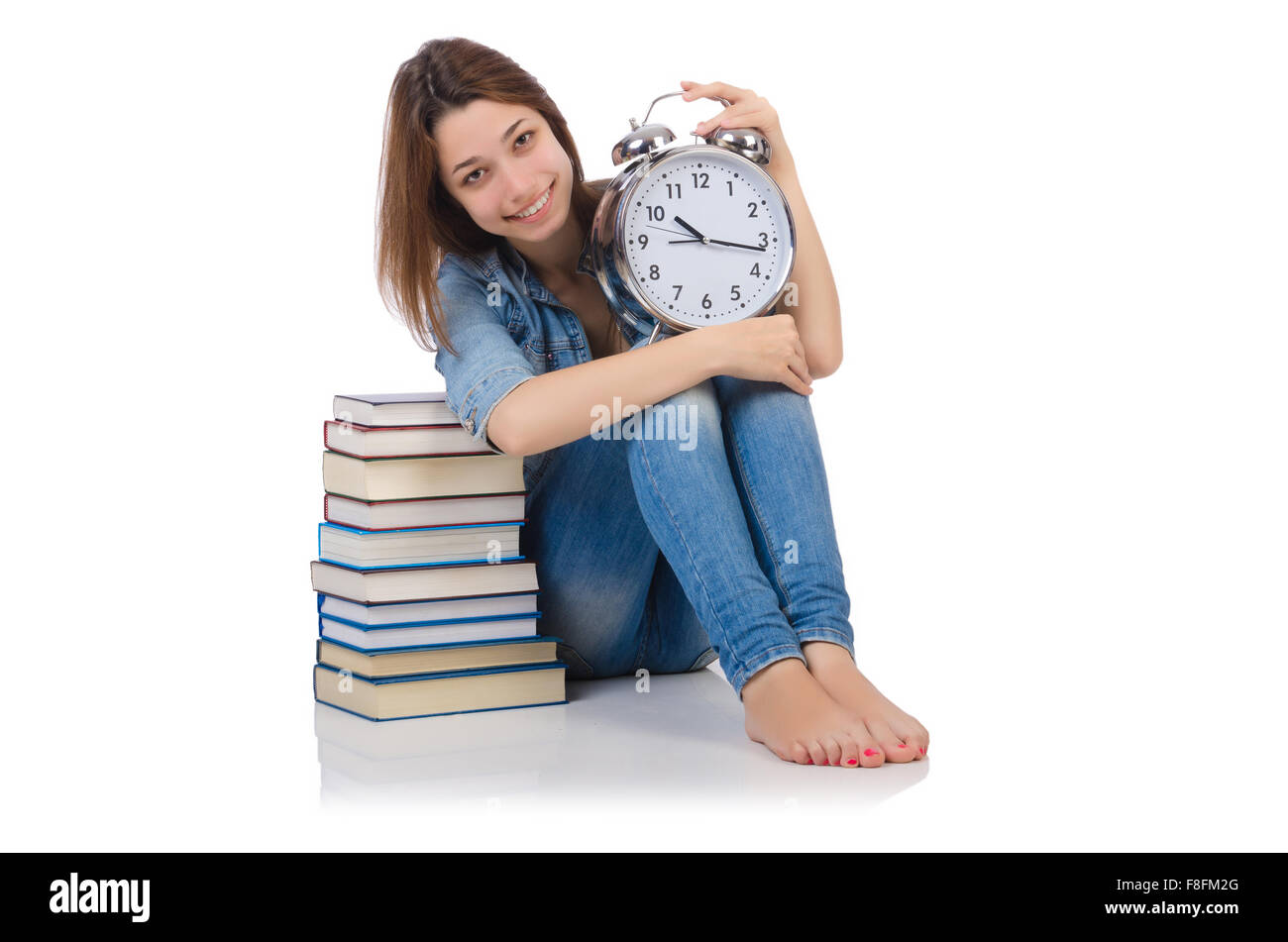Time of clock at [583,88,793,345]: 10:16
